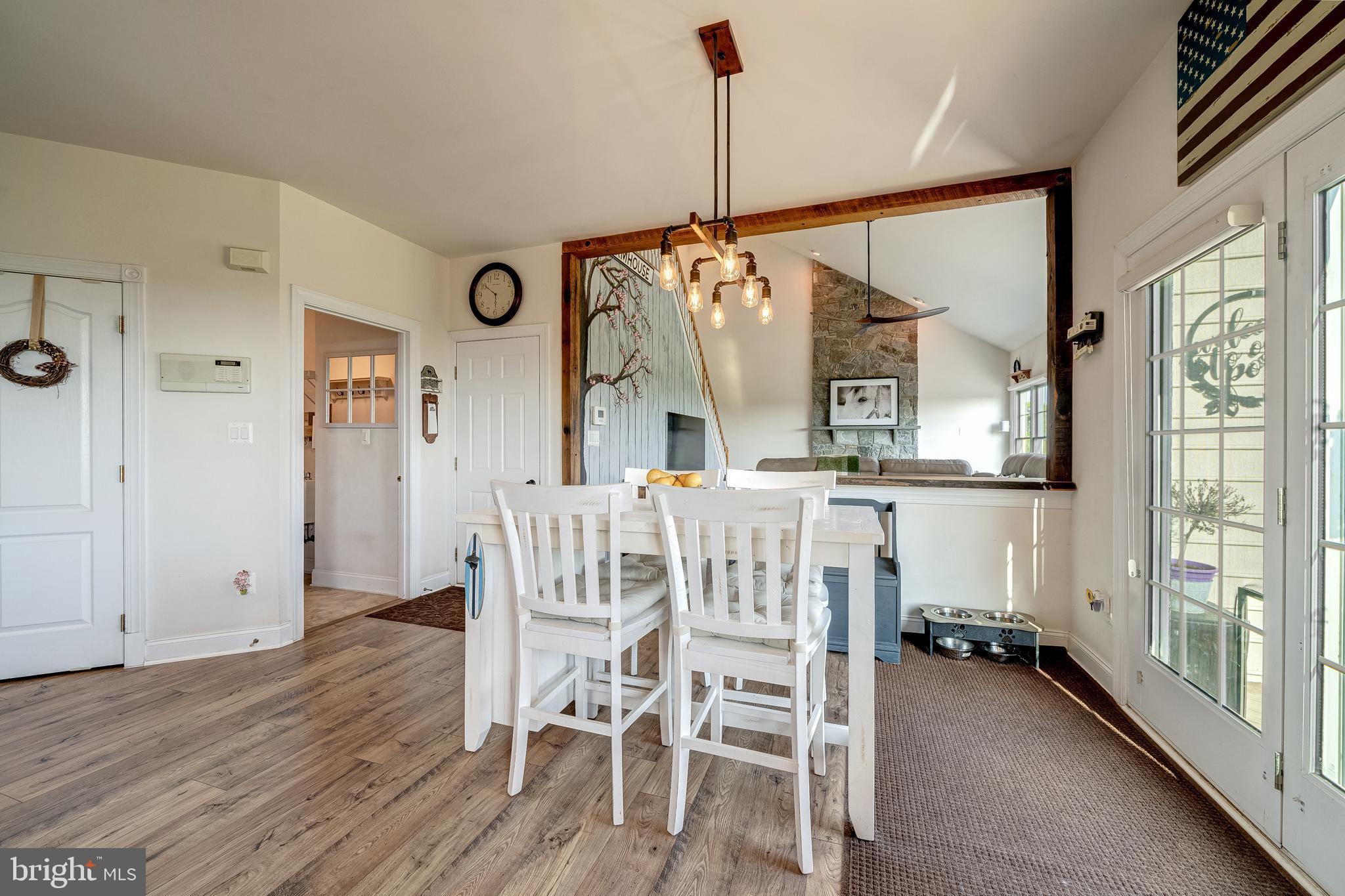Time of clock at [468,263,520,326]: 5:50
